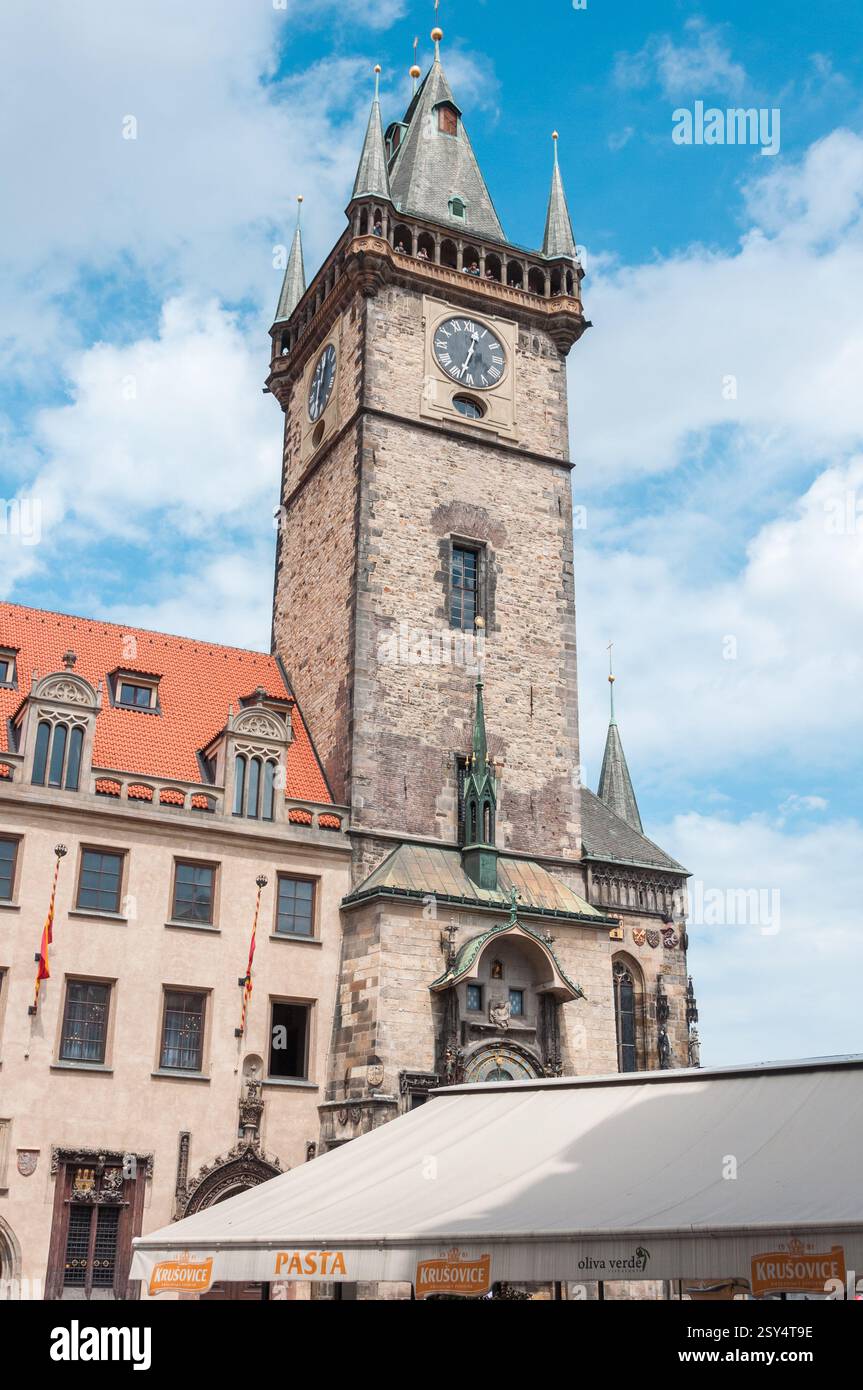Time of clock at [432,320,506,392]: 12:33
